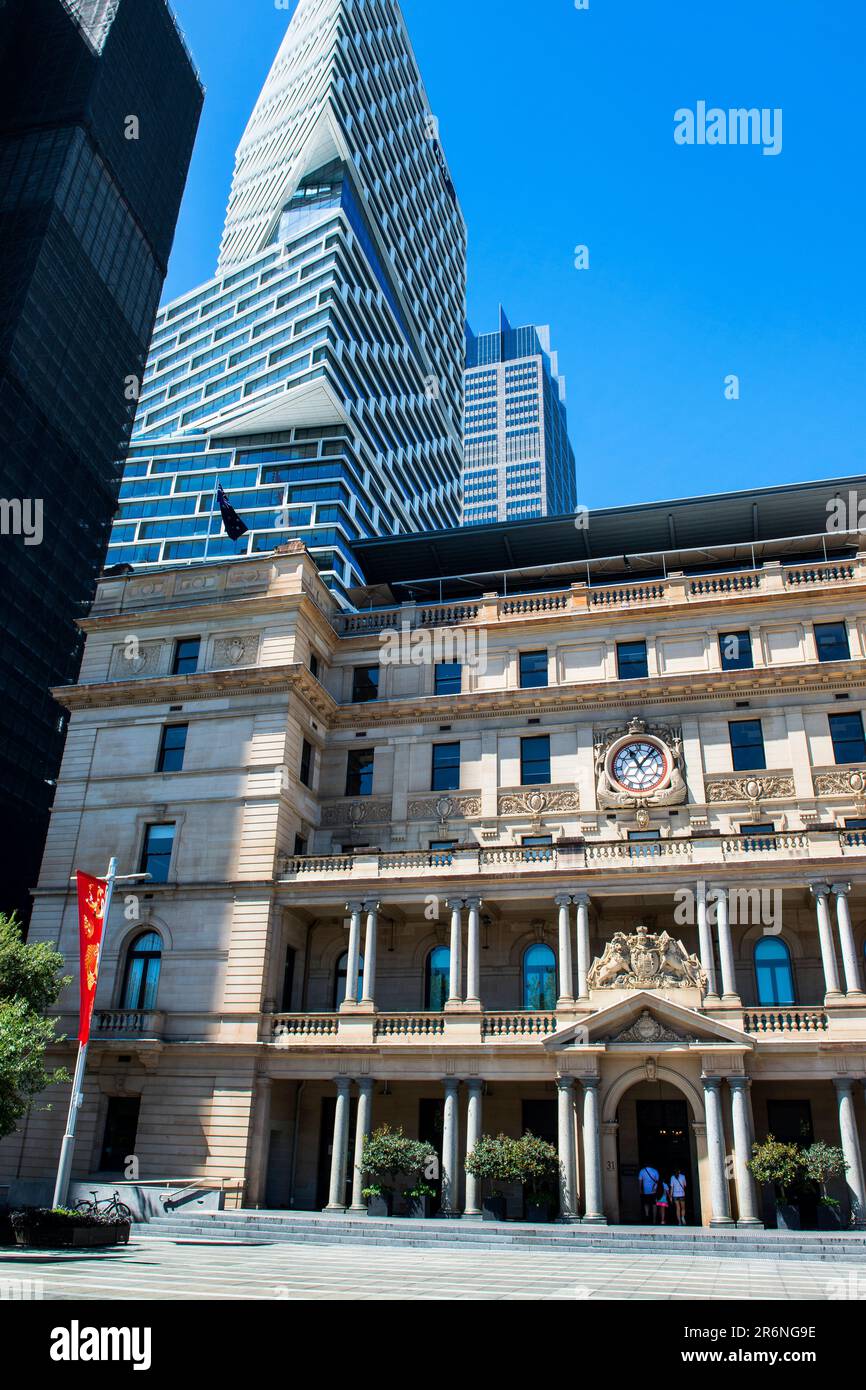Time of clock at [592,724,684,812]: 11:07
